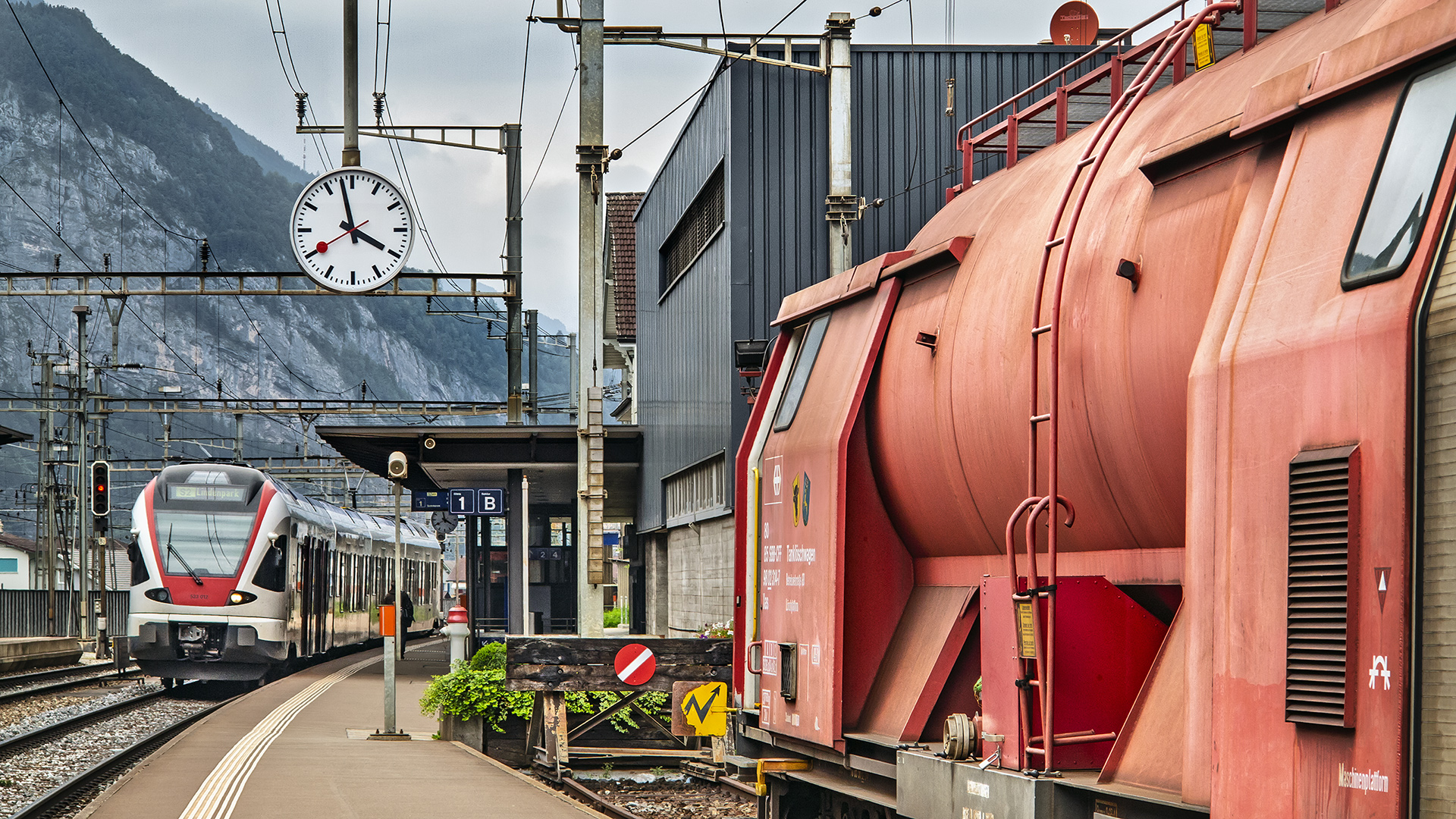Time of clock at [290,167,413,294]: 3:58
